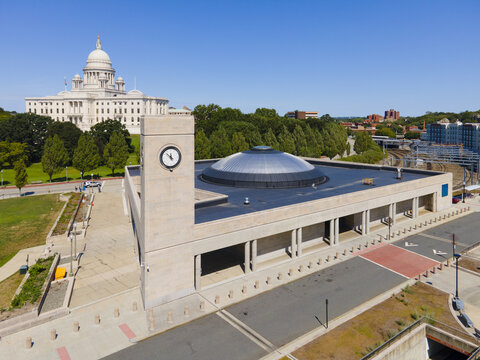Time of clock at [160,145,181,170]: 11:52
